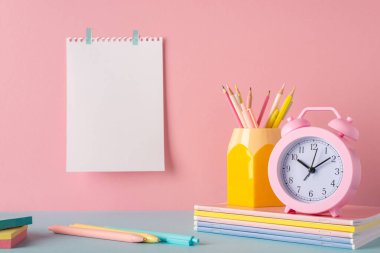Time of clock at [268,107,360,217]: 10:08
